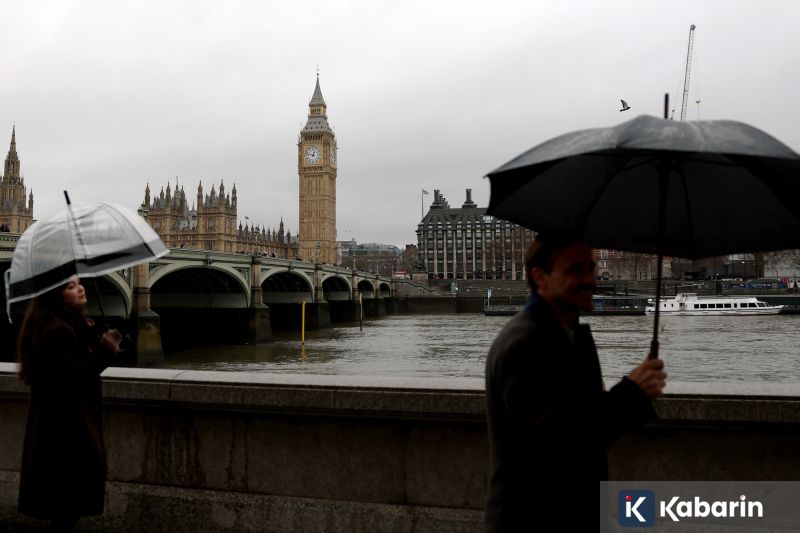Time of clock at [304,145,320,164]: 12:47
